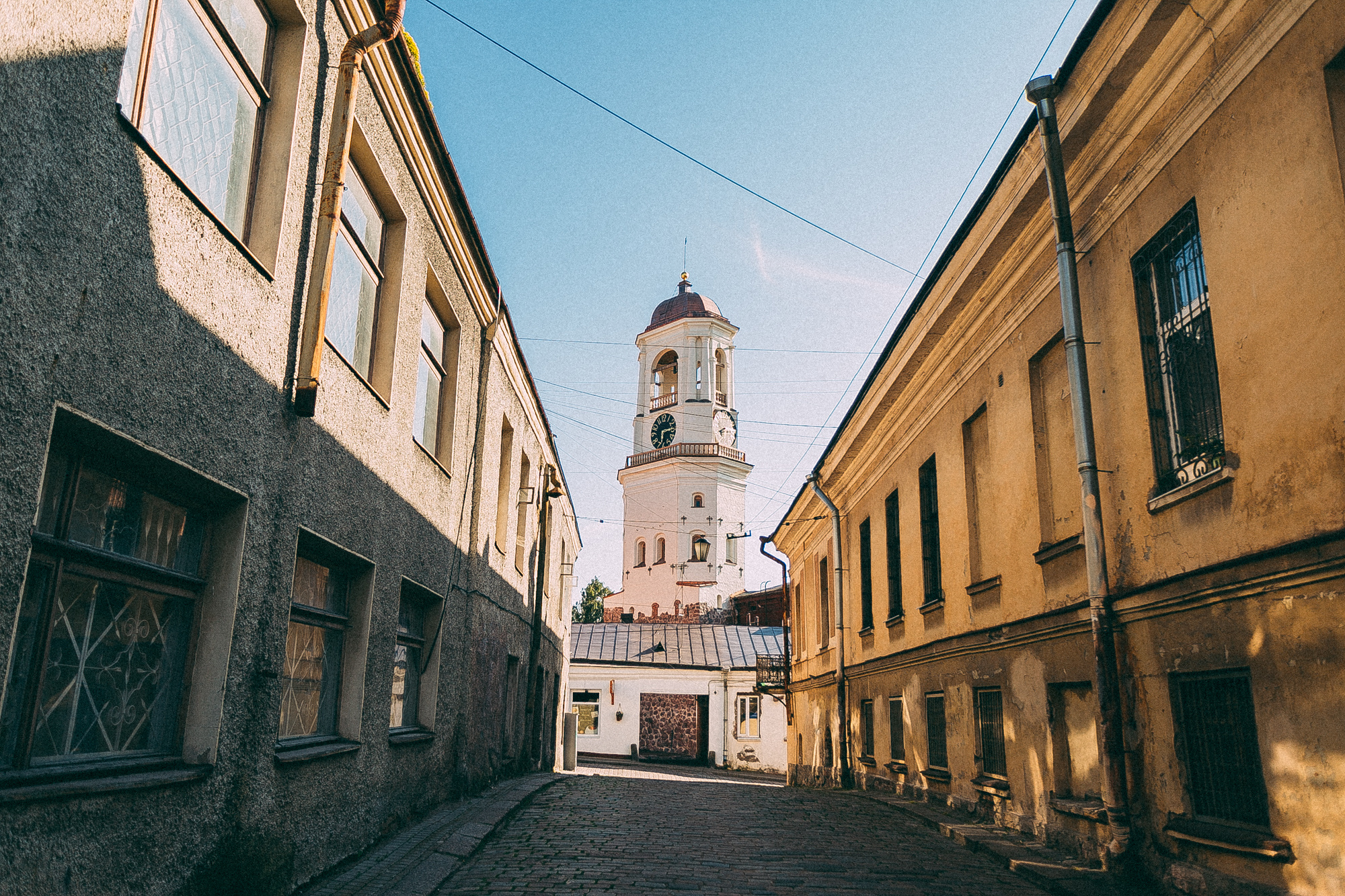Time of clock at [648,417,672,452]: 6:14
